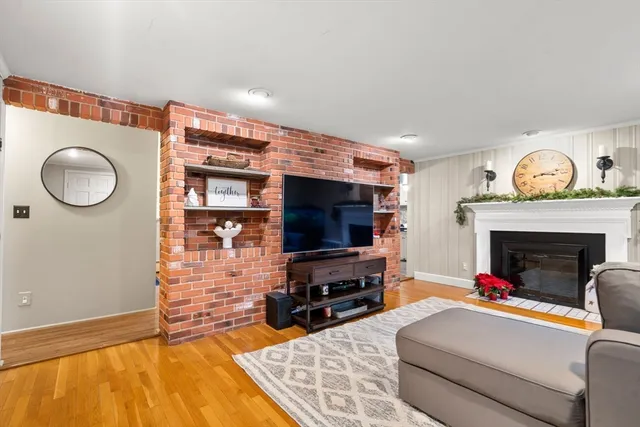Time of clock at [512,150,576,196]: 3:12
